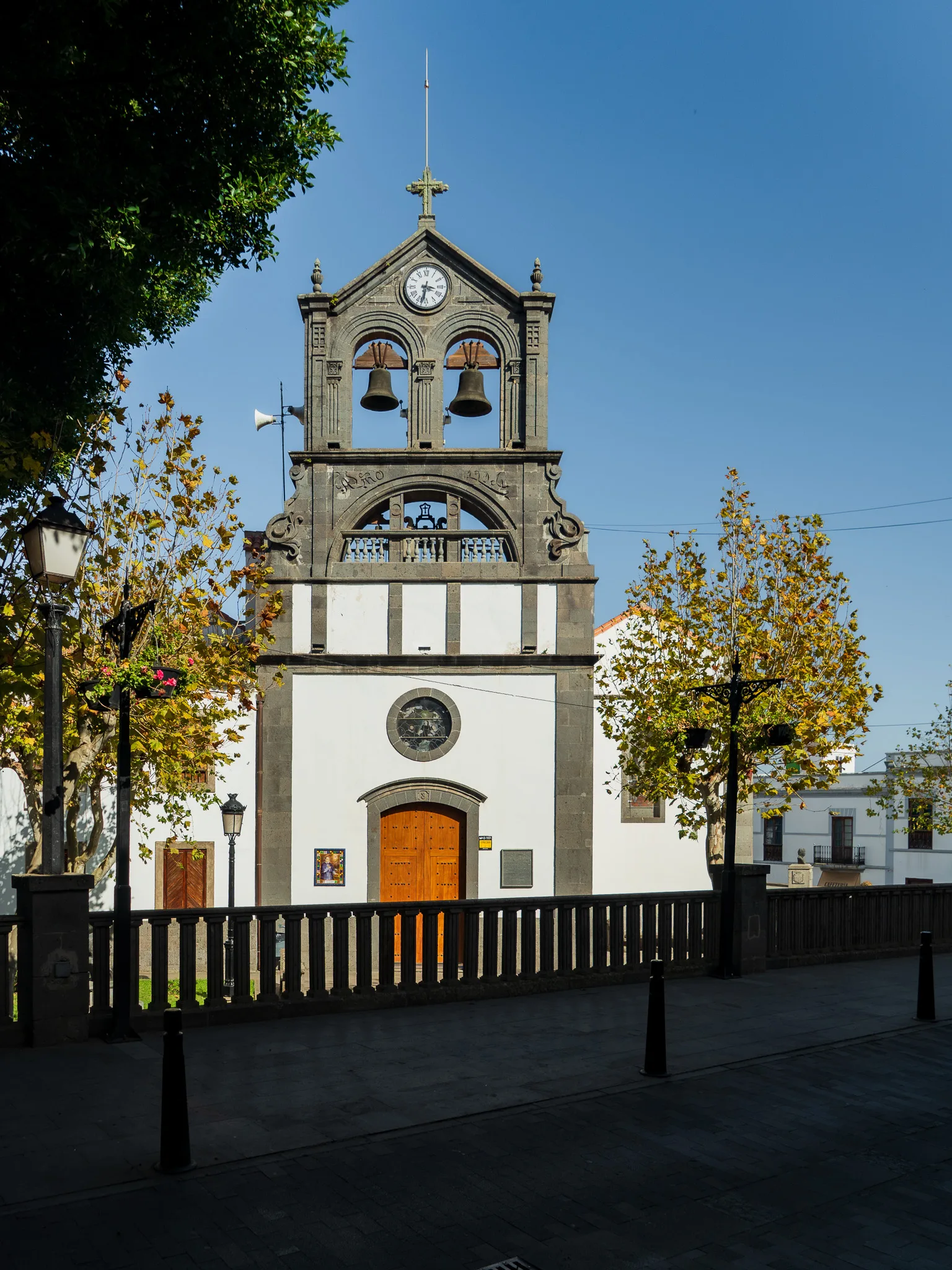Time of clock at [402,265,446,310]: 3:32
